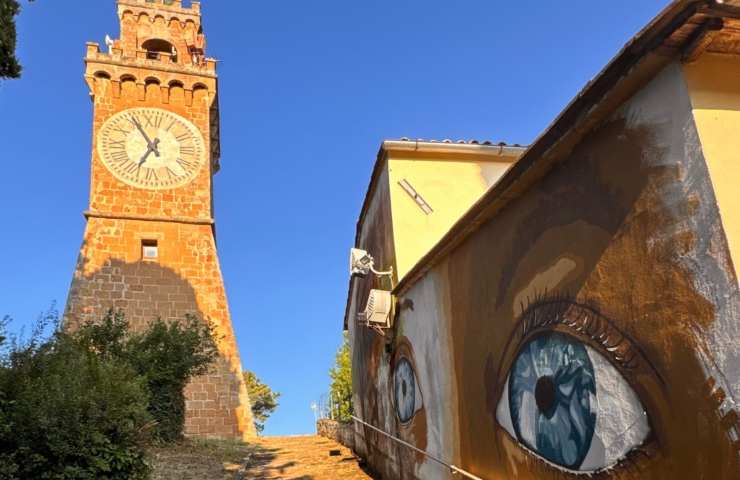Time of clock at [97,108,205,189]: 6:54
